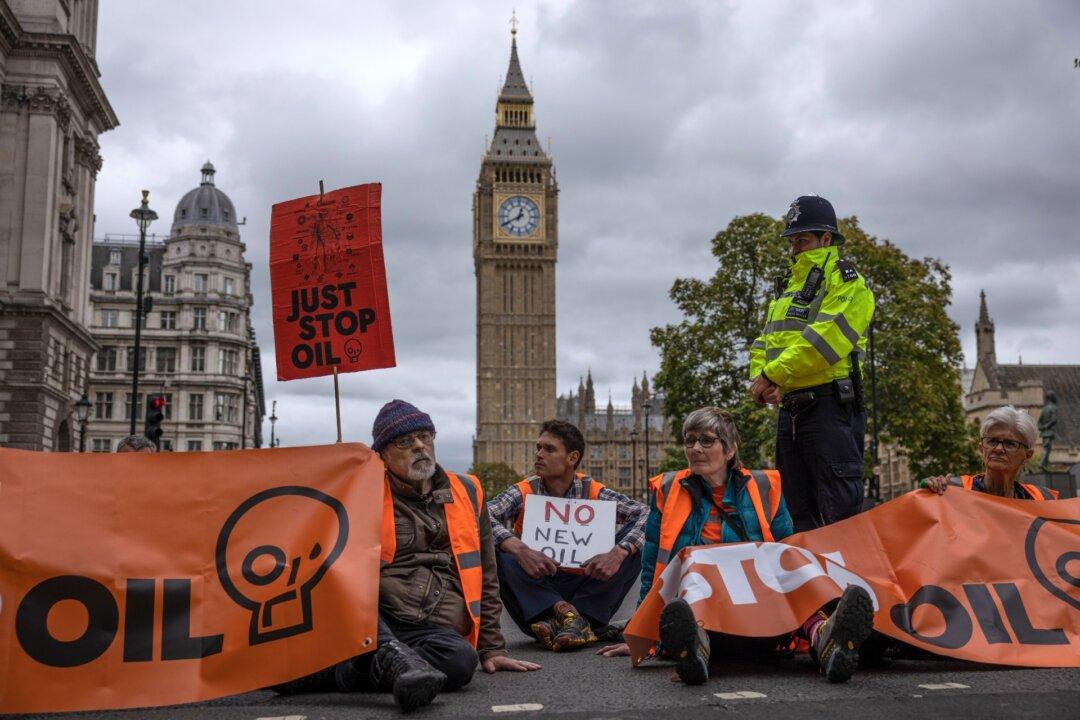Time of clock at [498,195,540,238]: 12:40
